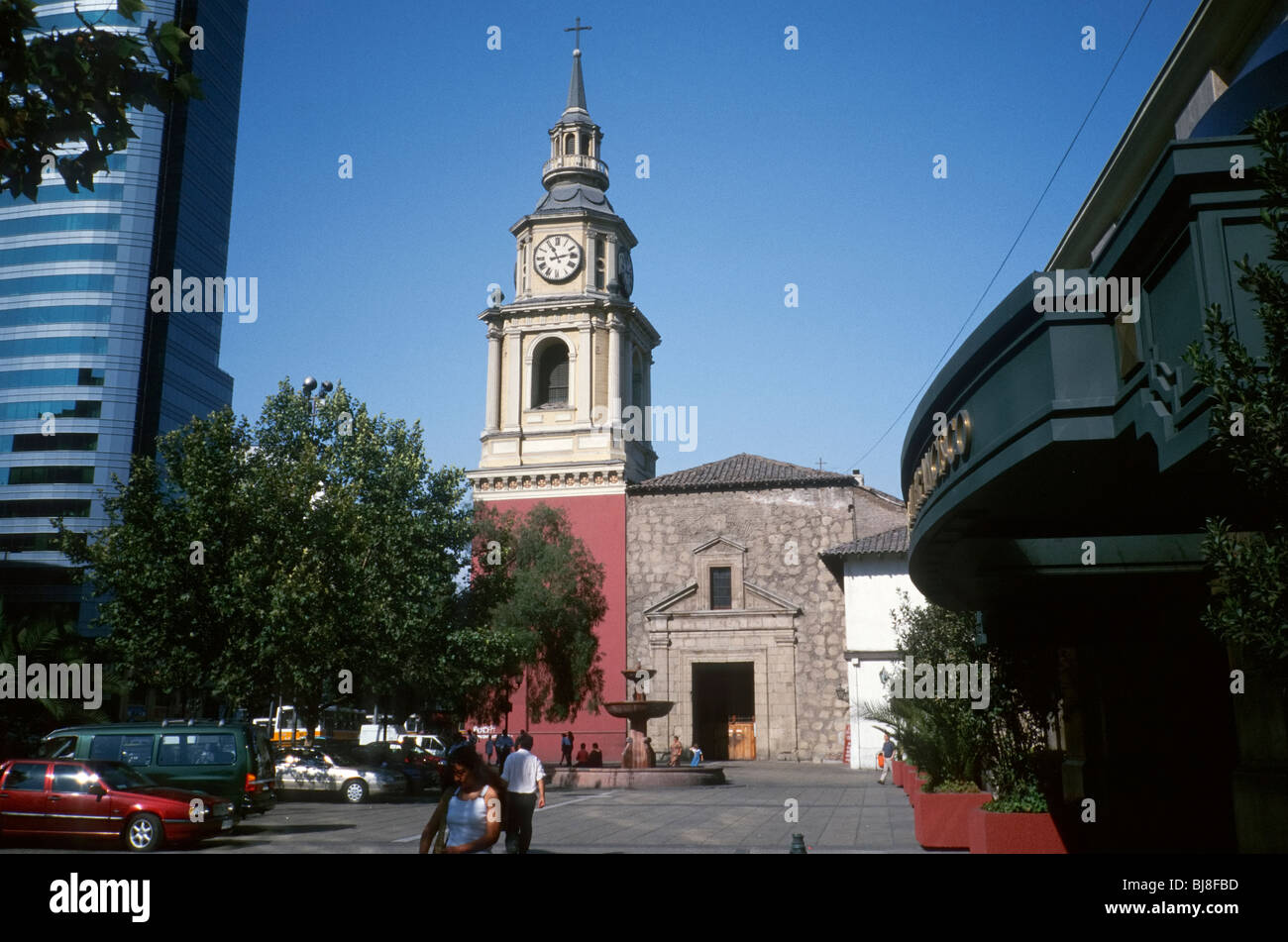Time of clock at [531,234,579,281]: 11:12
